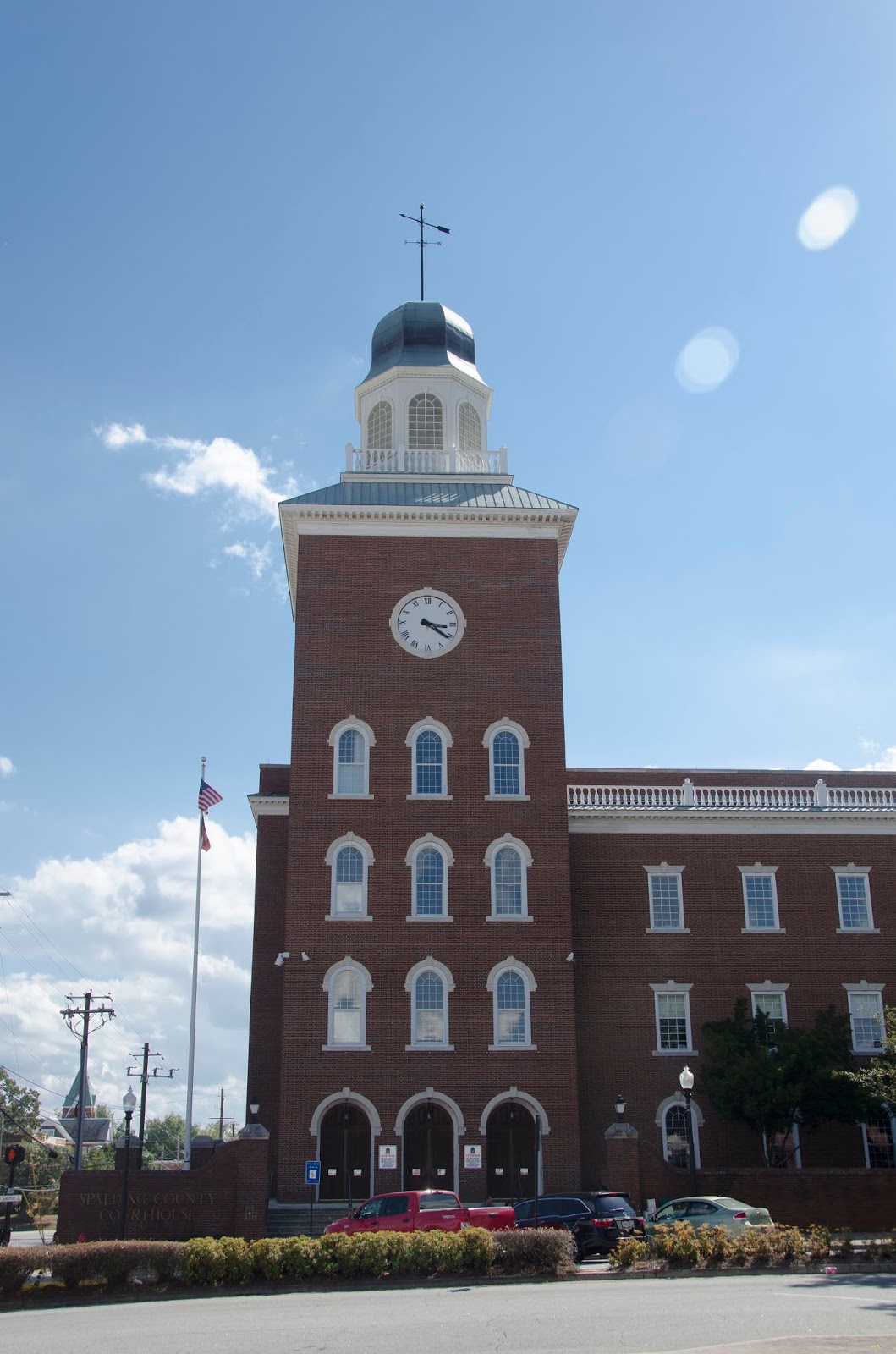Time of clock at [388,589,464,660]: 3:21
